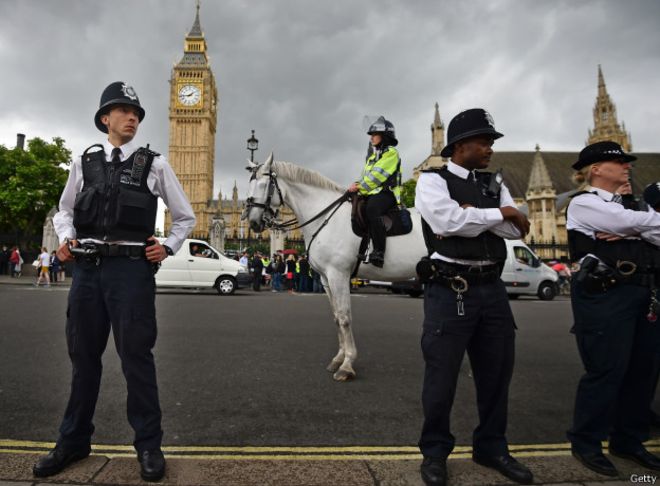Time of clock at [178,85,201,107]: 1:43
